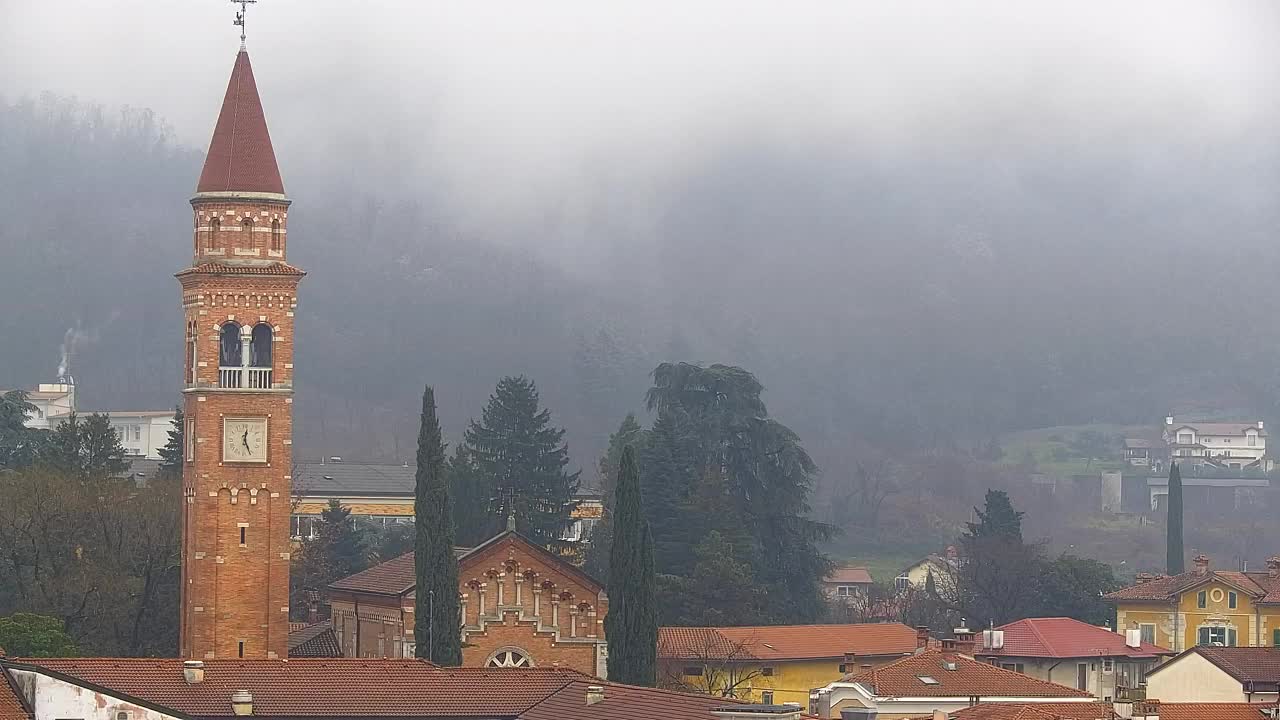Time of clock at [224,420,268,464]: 12:26
